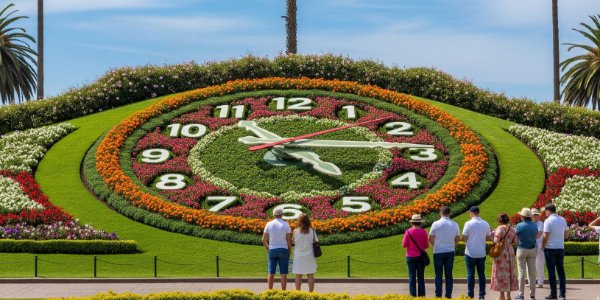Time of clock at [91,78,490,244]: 4:14
